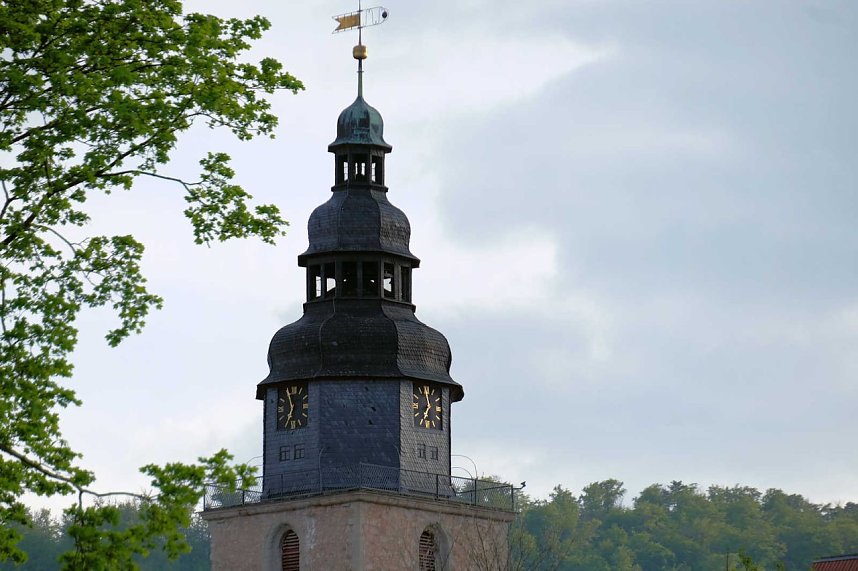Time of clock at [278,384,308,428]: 6:56
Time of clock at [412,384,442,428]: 6:58
